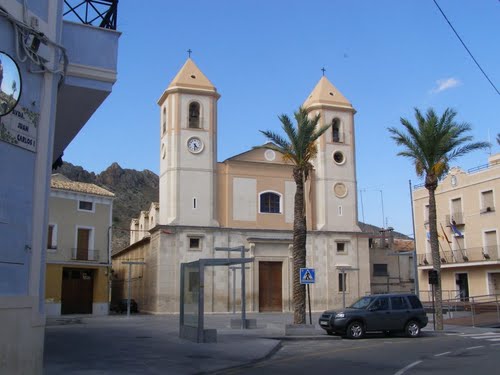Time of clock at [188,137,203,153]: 4:31
